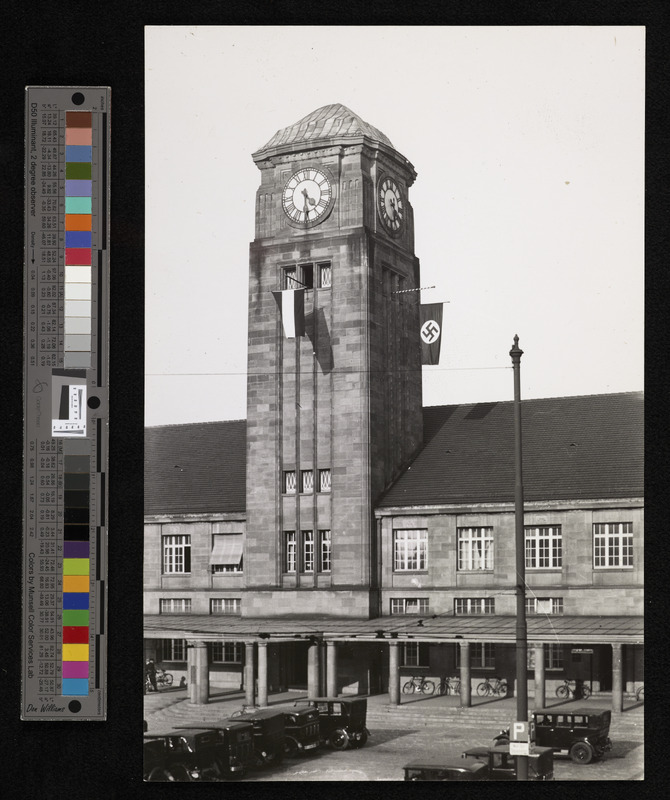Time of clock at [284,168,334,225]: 4:29
